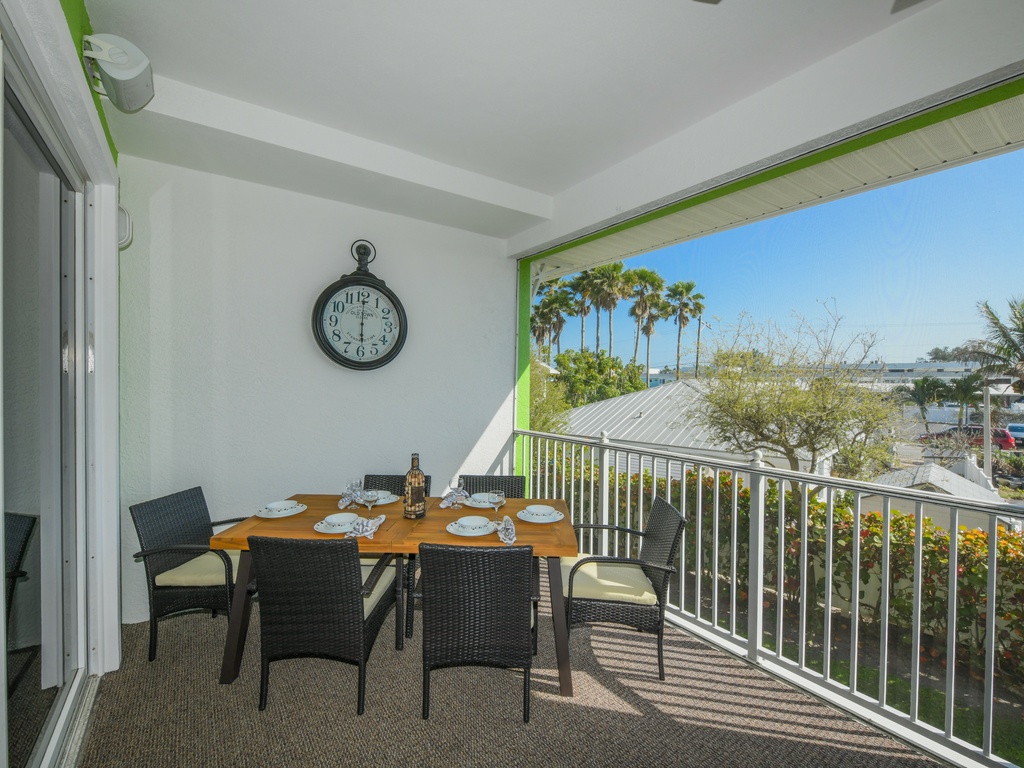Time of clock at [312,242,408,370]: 6:00
